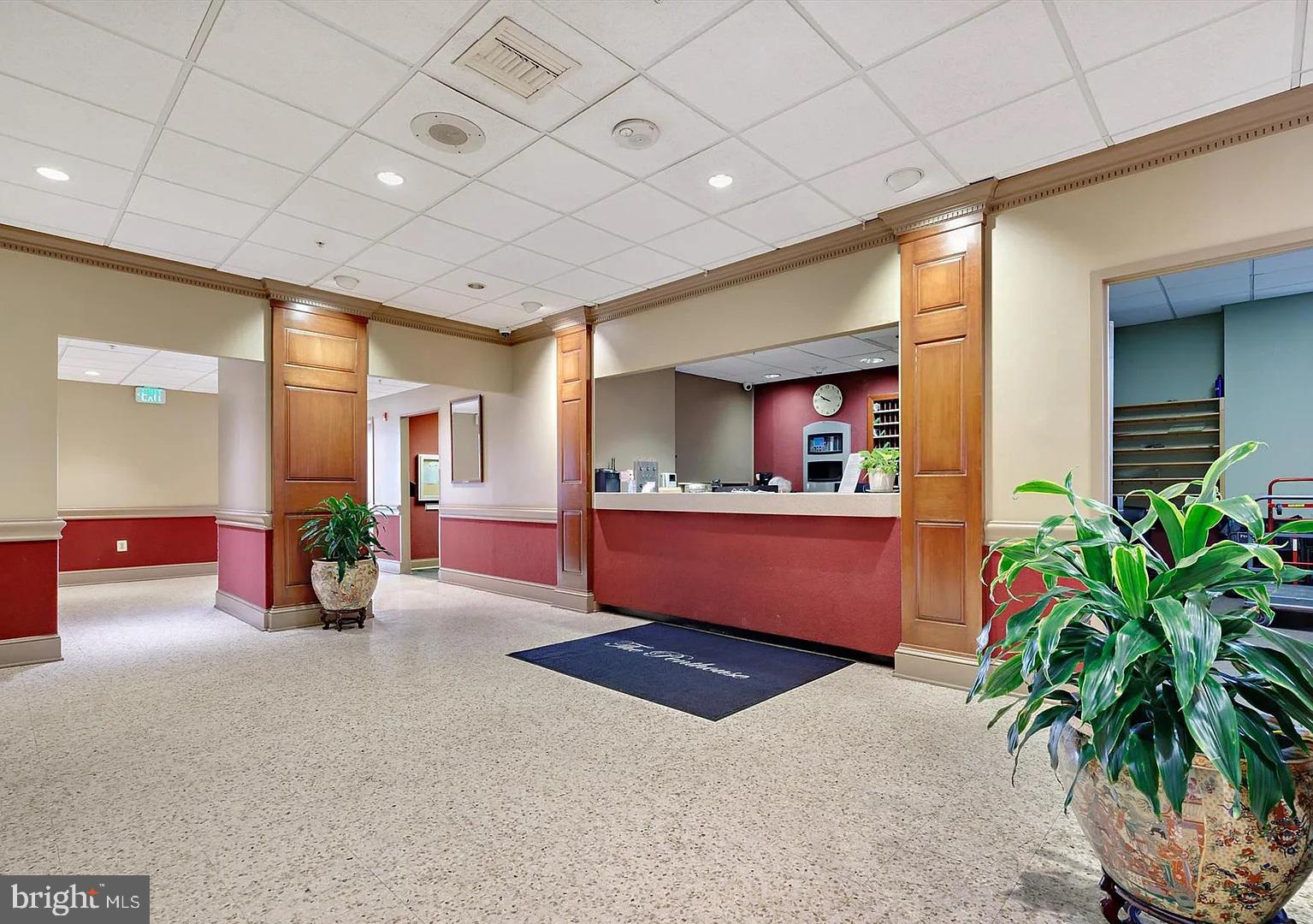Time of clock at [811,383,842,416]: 9:50
